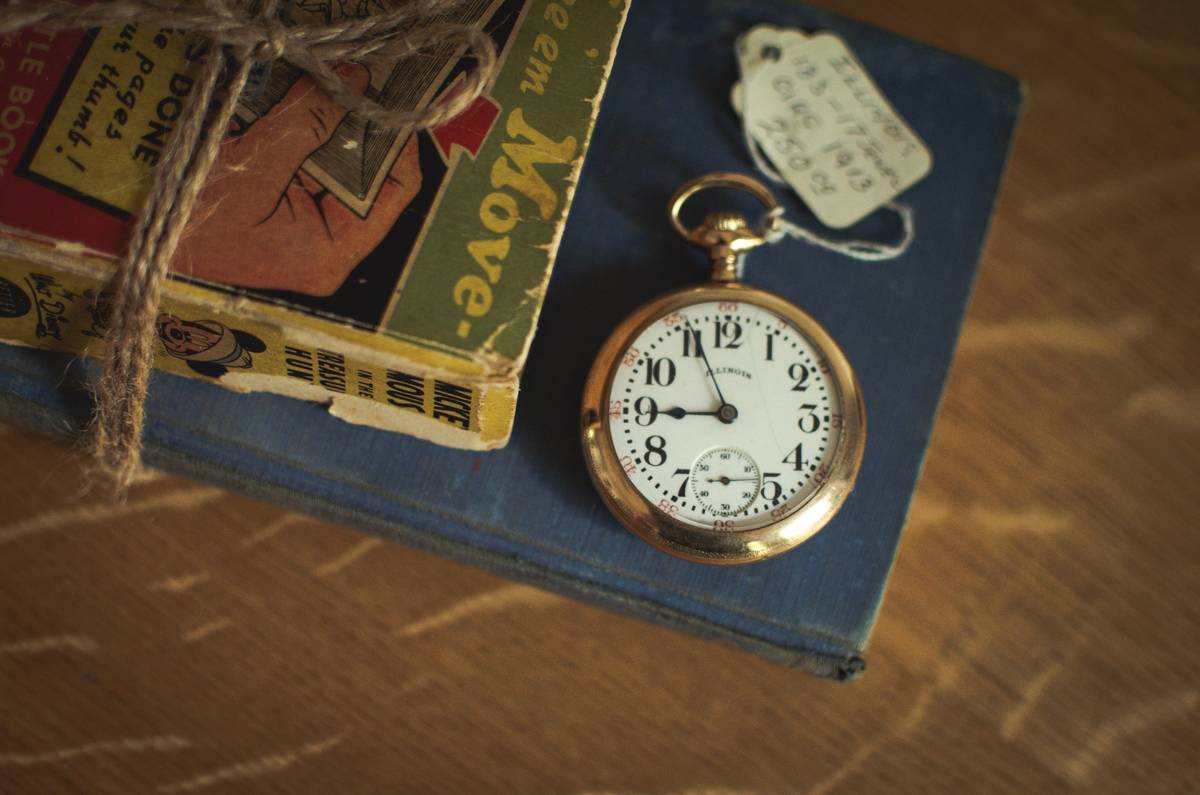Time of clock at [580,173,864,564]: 8:56
